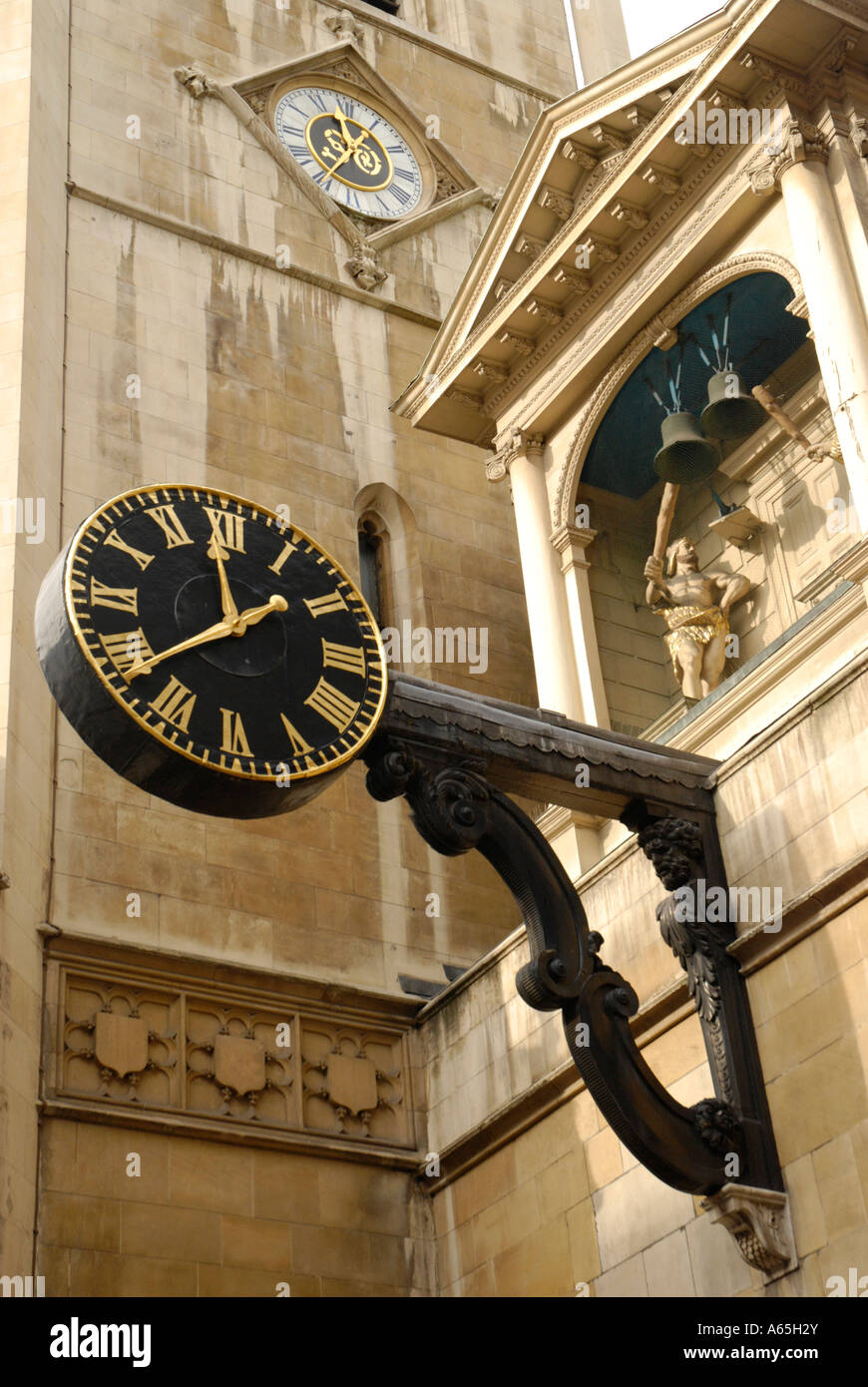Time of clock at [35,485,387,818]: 11:38
